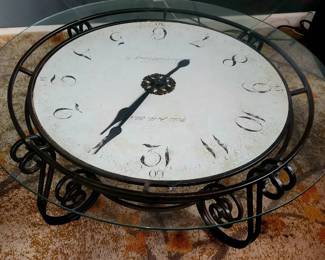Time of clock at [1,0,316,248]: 1:34
